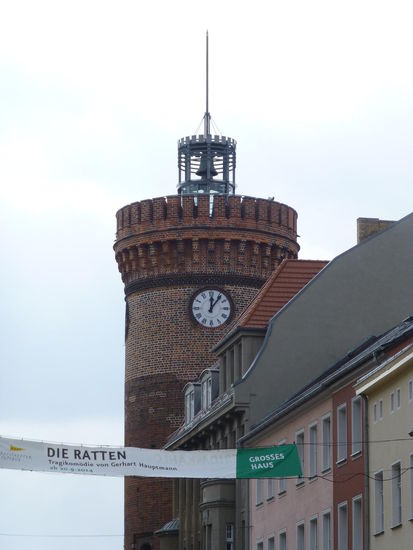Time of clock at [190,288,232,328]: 12:06
